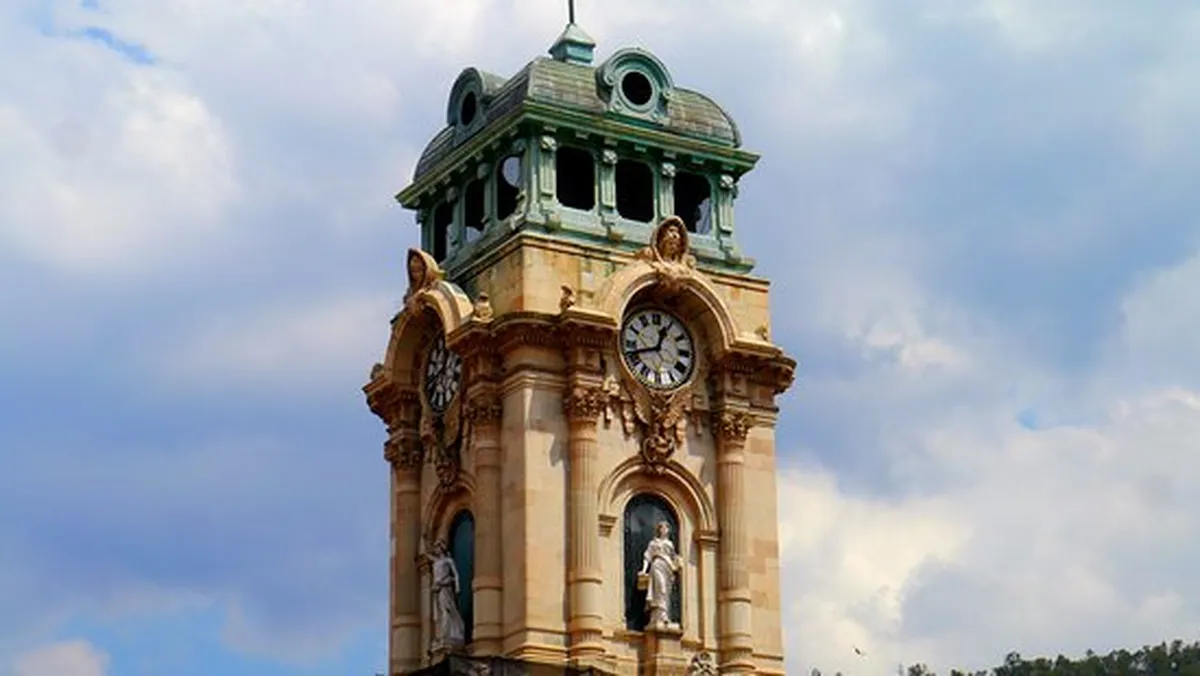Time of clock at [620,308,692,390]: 12:42
